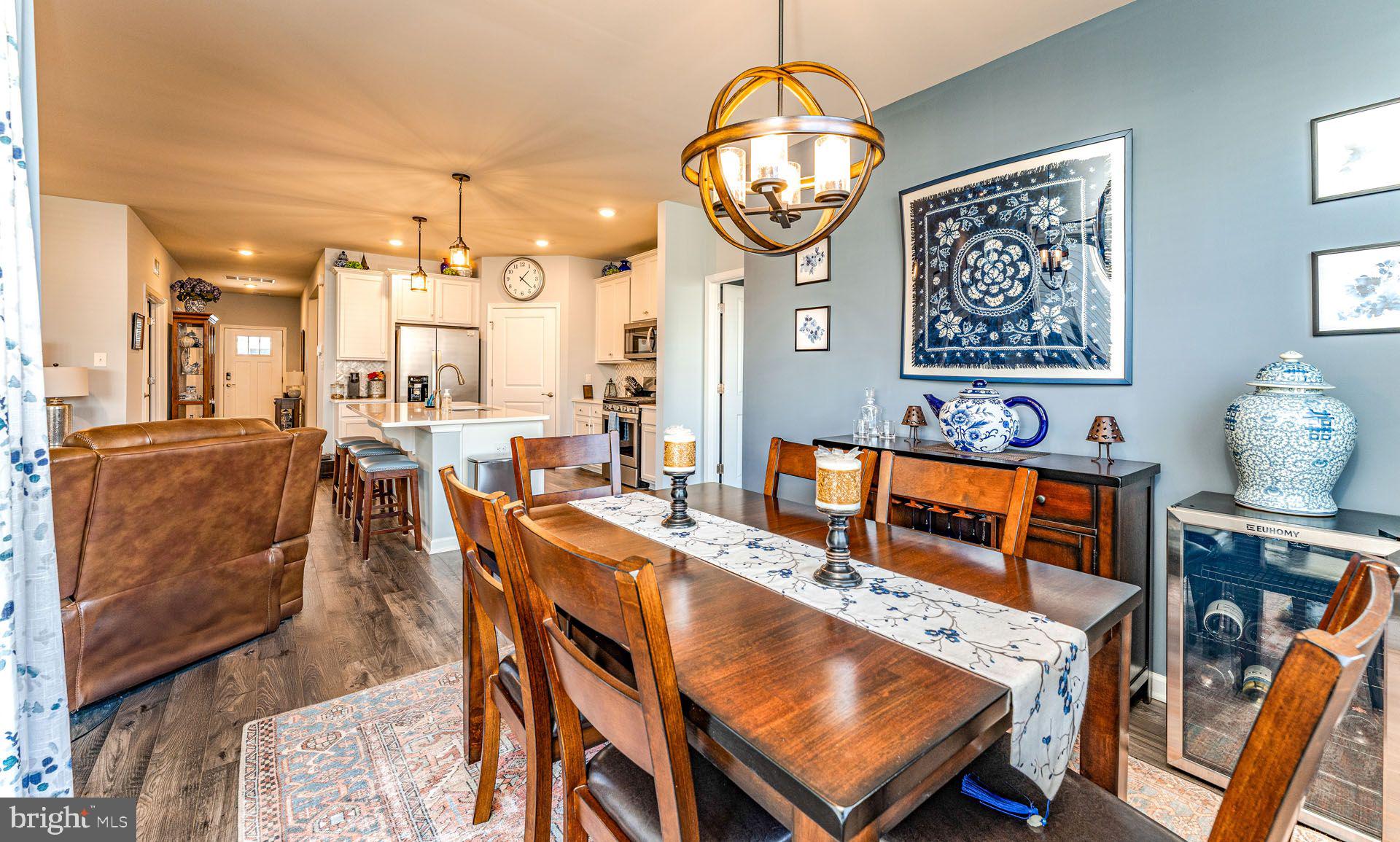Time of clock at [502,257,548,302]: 1:21
